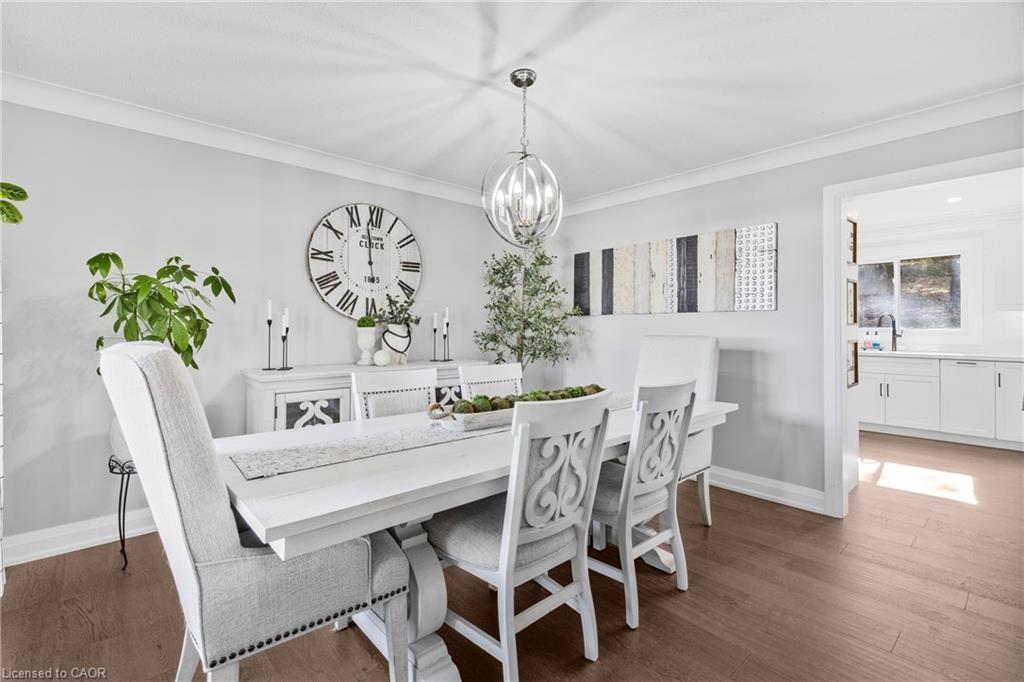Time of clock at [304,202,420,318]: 5:58
